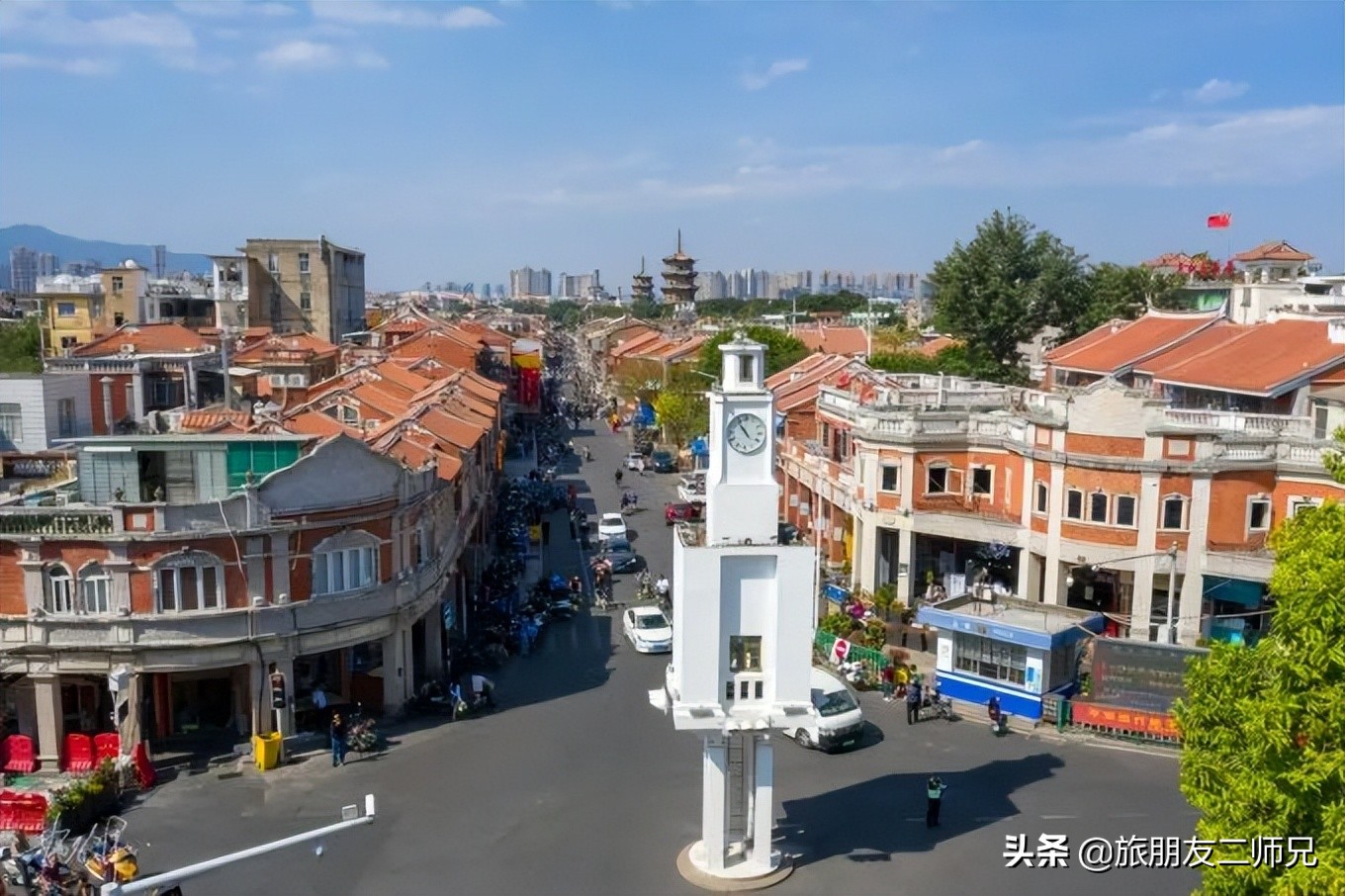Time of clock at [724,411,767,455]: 10:53
